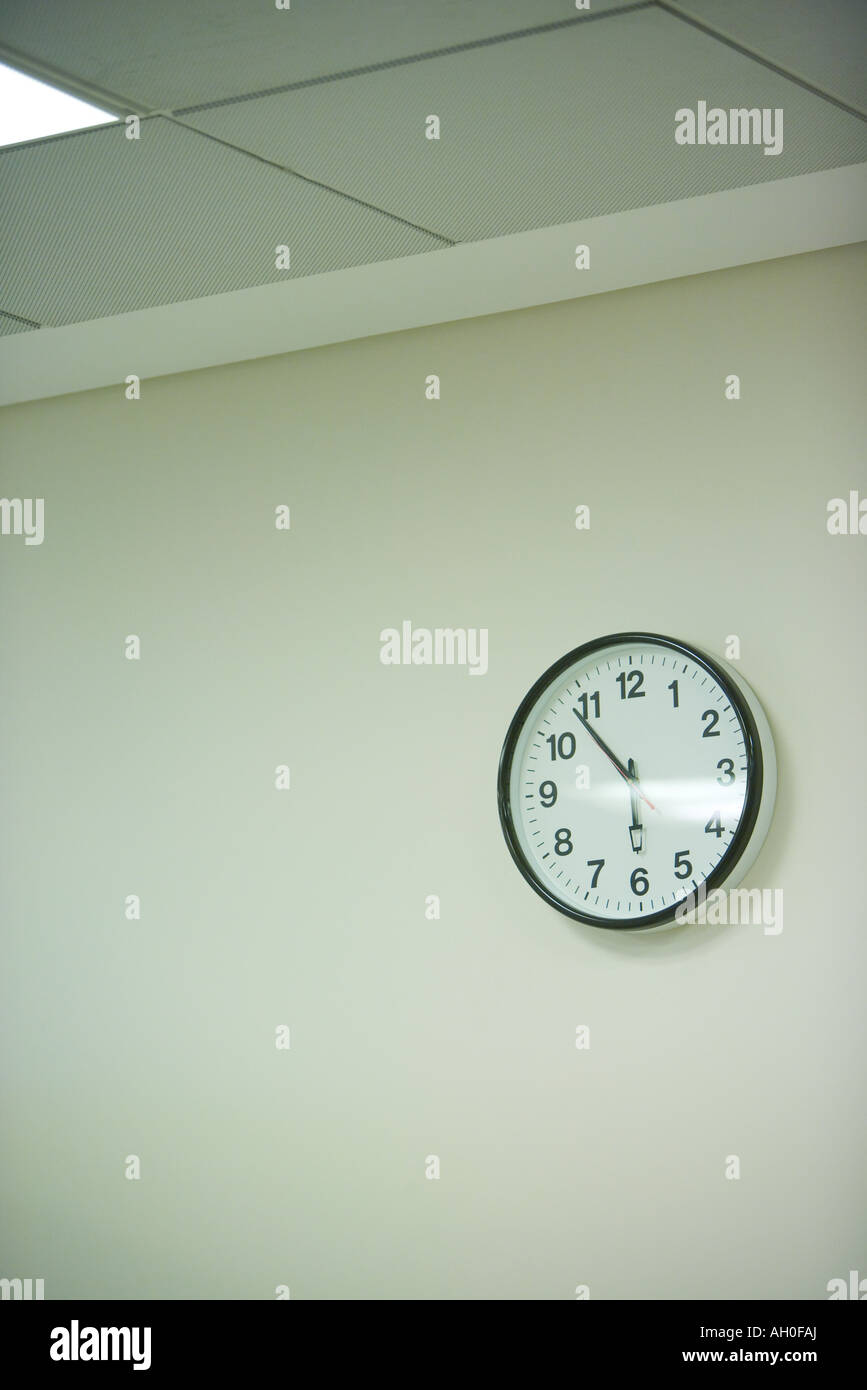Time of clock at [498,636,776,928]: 5:53
